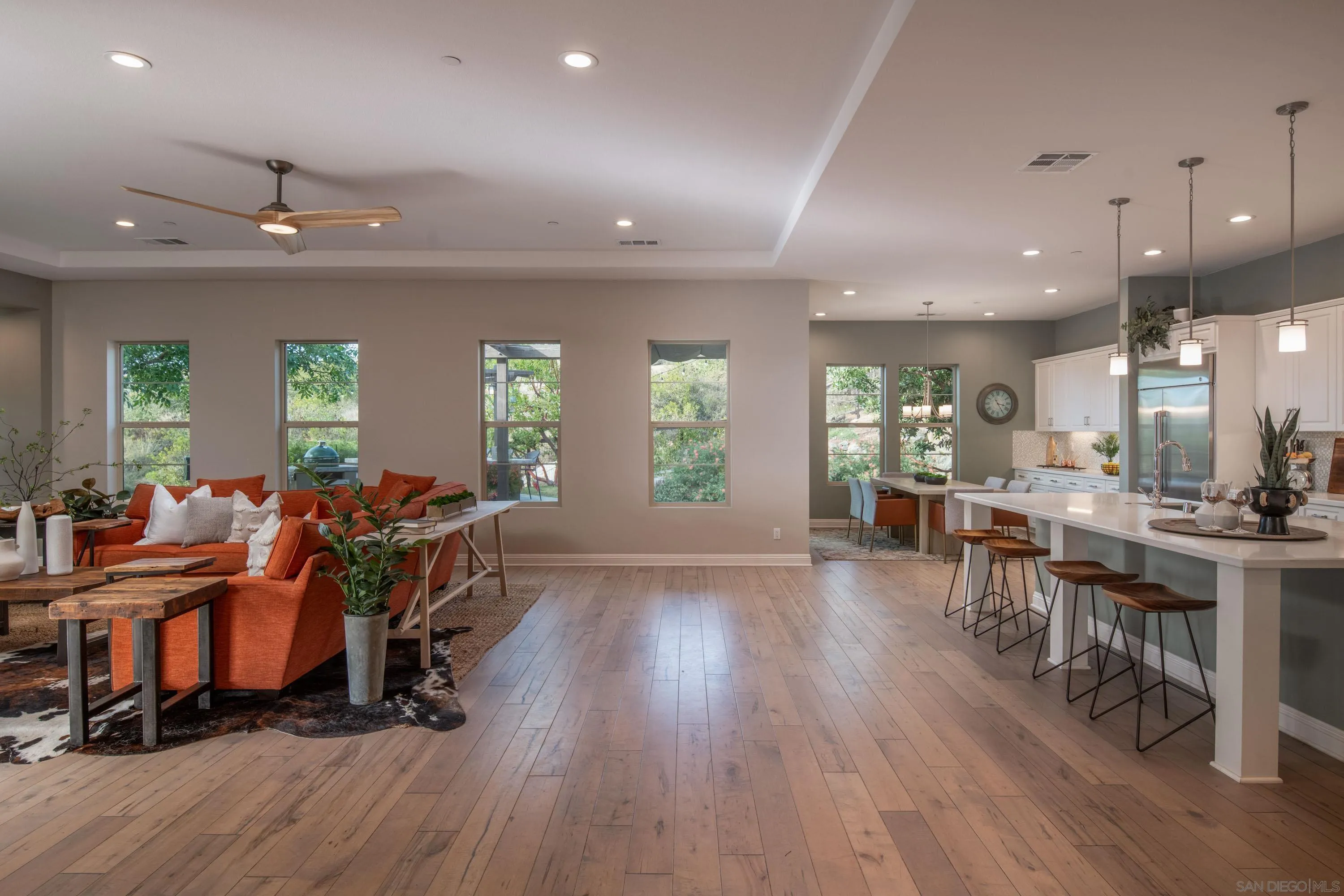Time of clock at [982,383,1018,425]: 3:24
